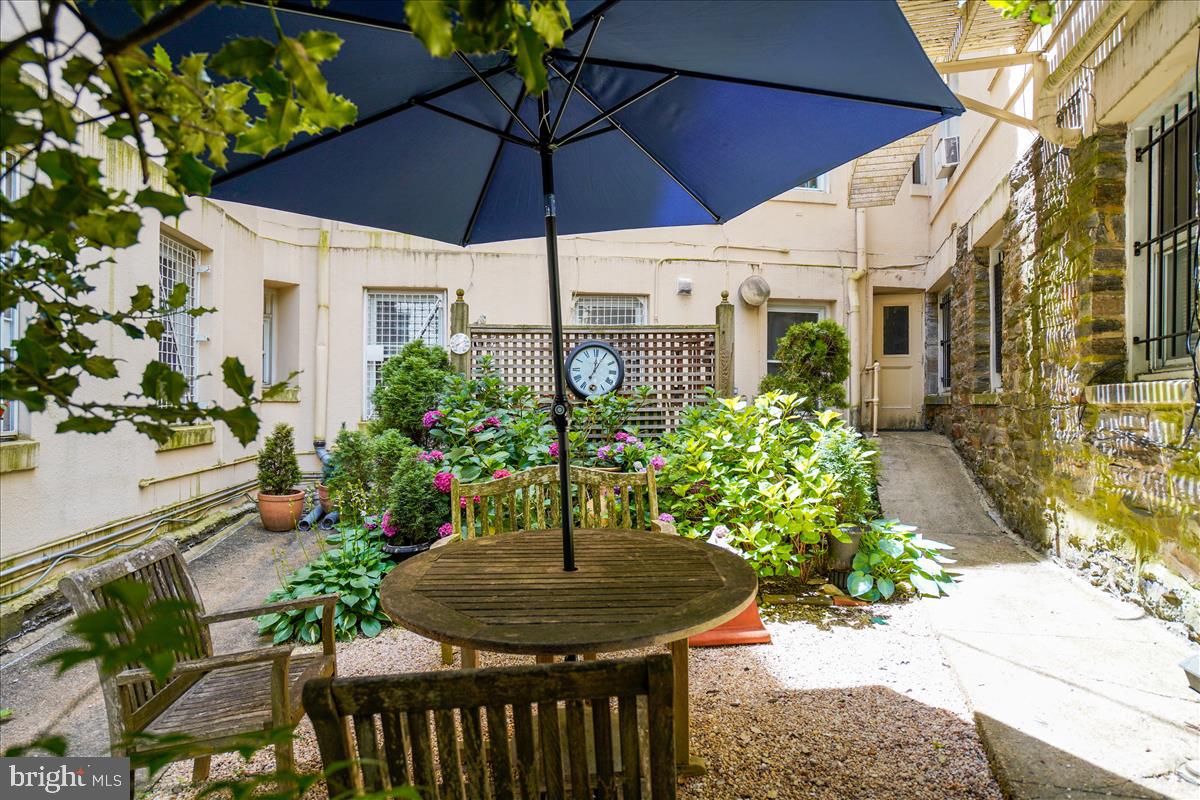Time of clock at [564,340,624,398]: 12:04
